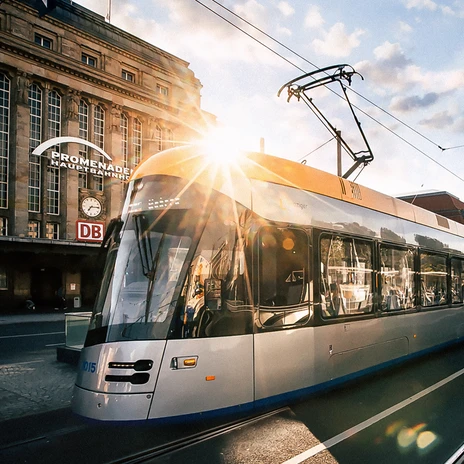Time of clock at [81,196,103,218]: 7:14
